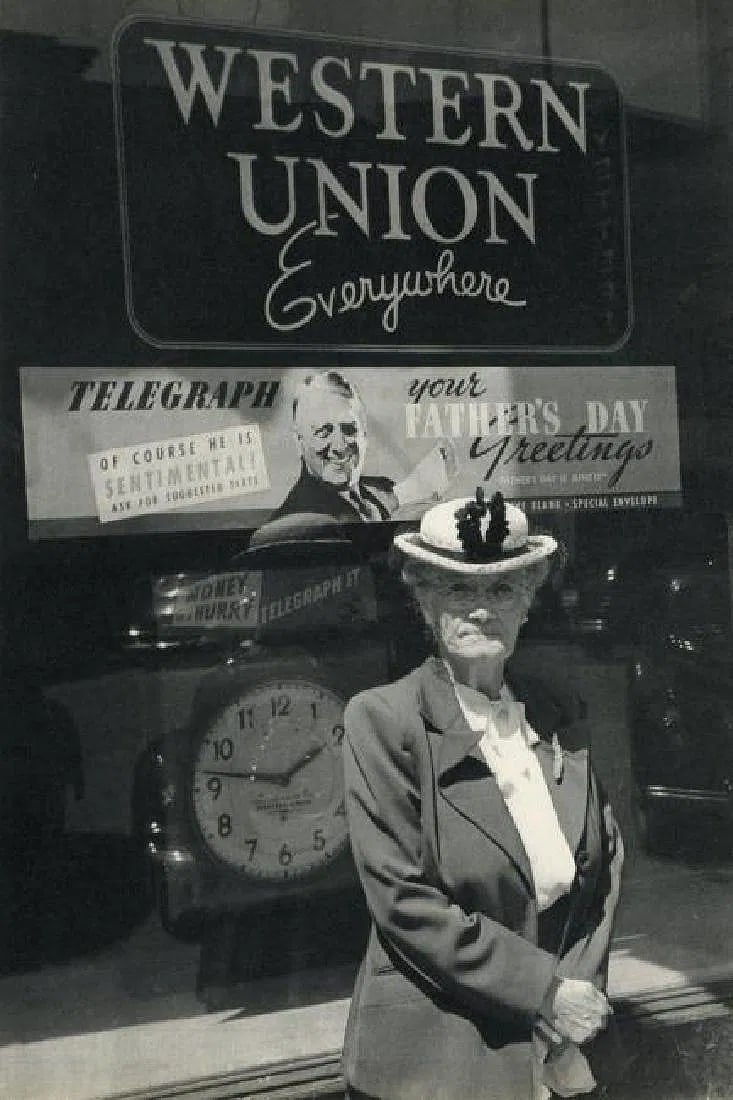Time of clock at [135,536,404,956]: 1:47
